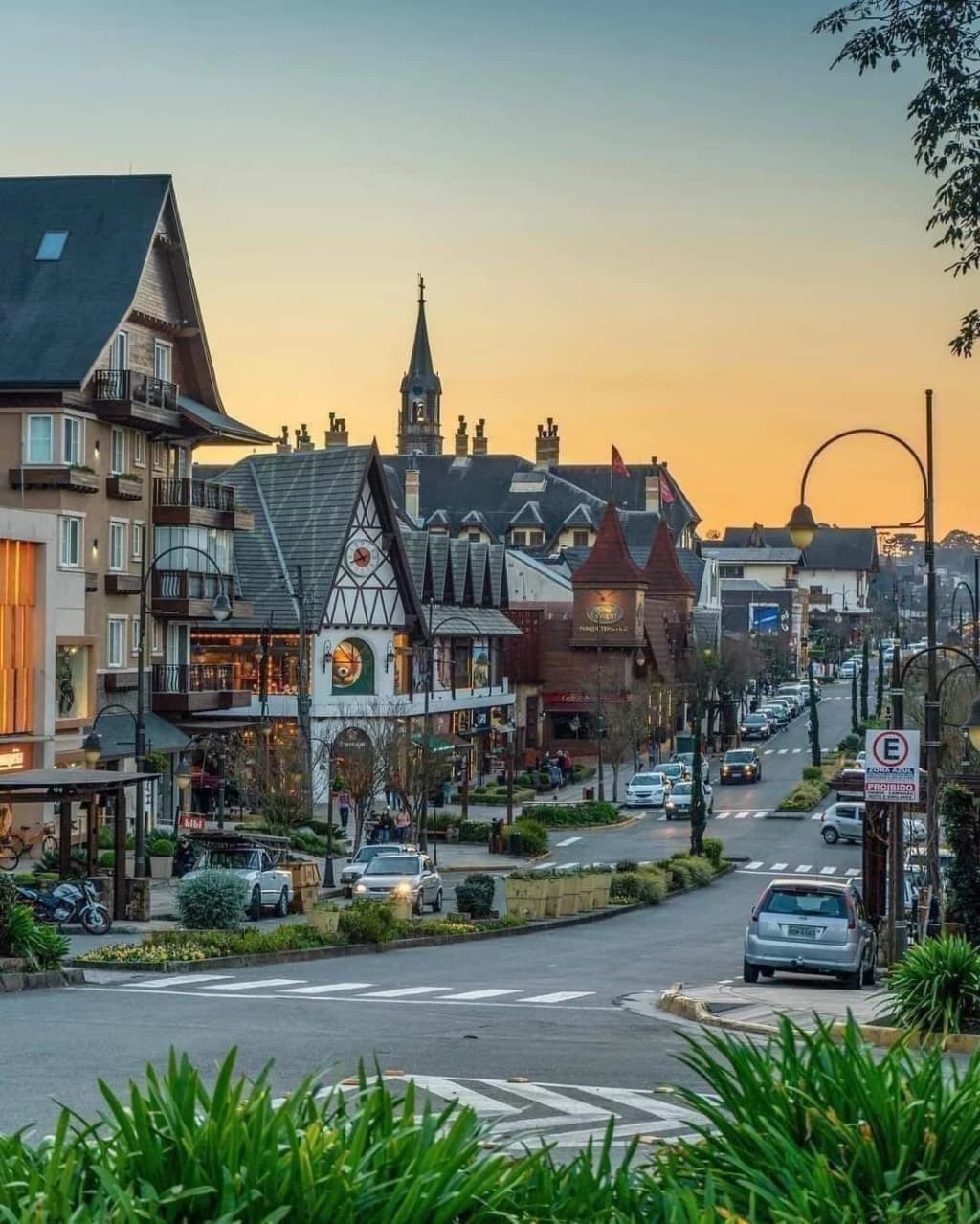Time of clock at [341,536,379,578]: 10:41
